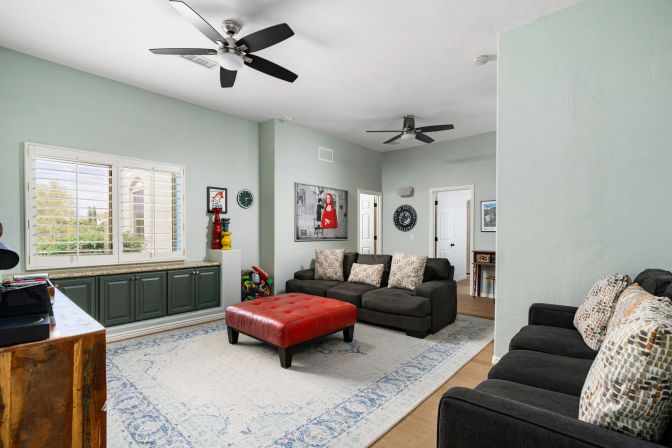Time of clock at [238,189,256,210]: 2:29
